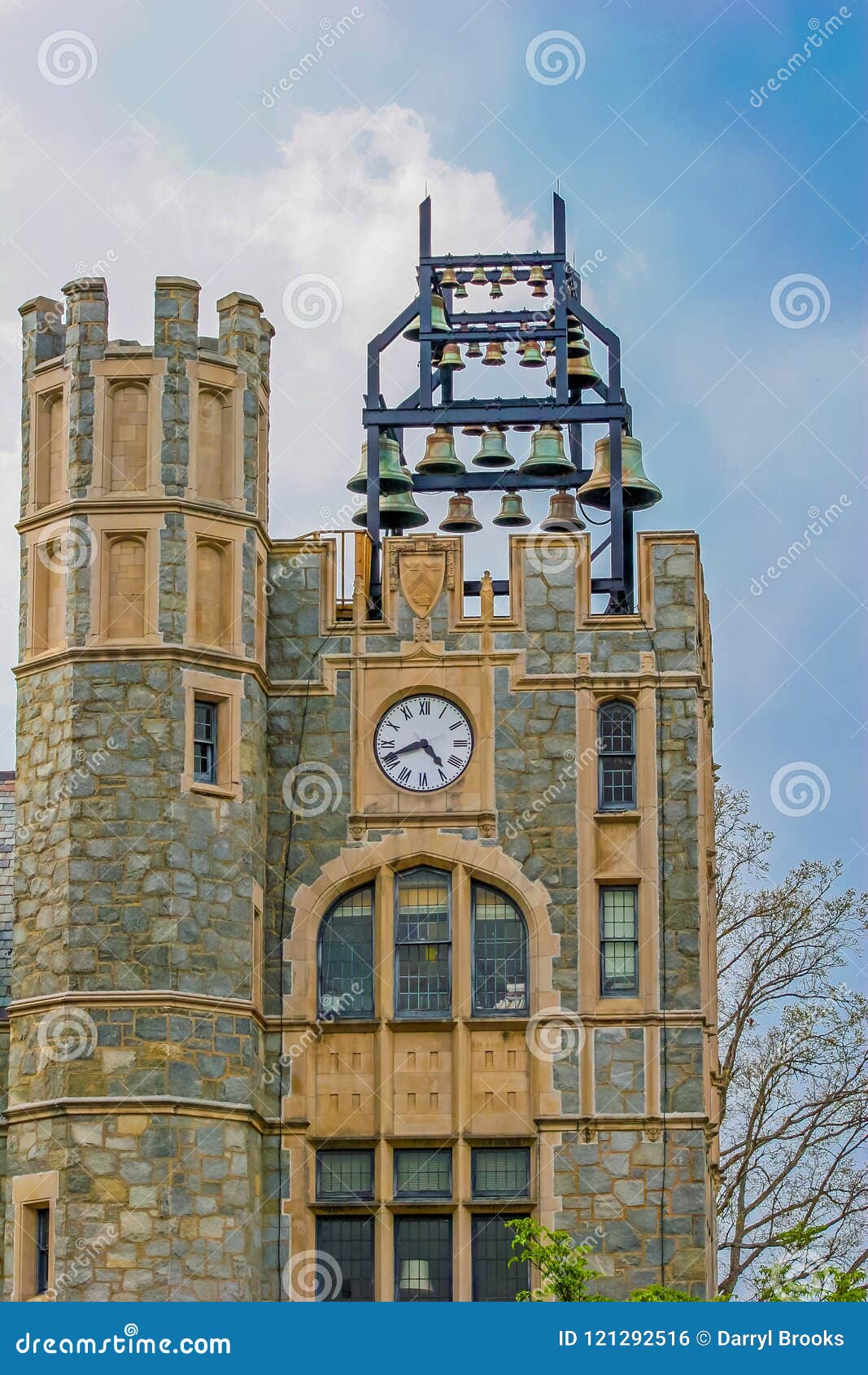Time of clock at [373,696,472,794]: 4:41
